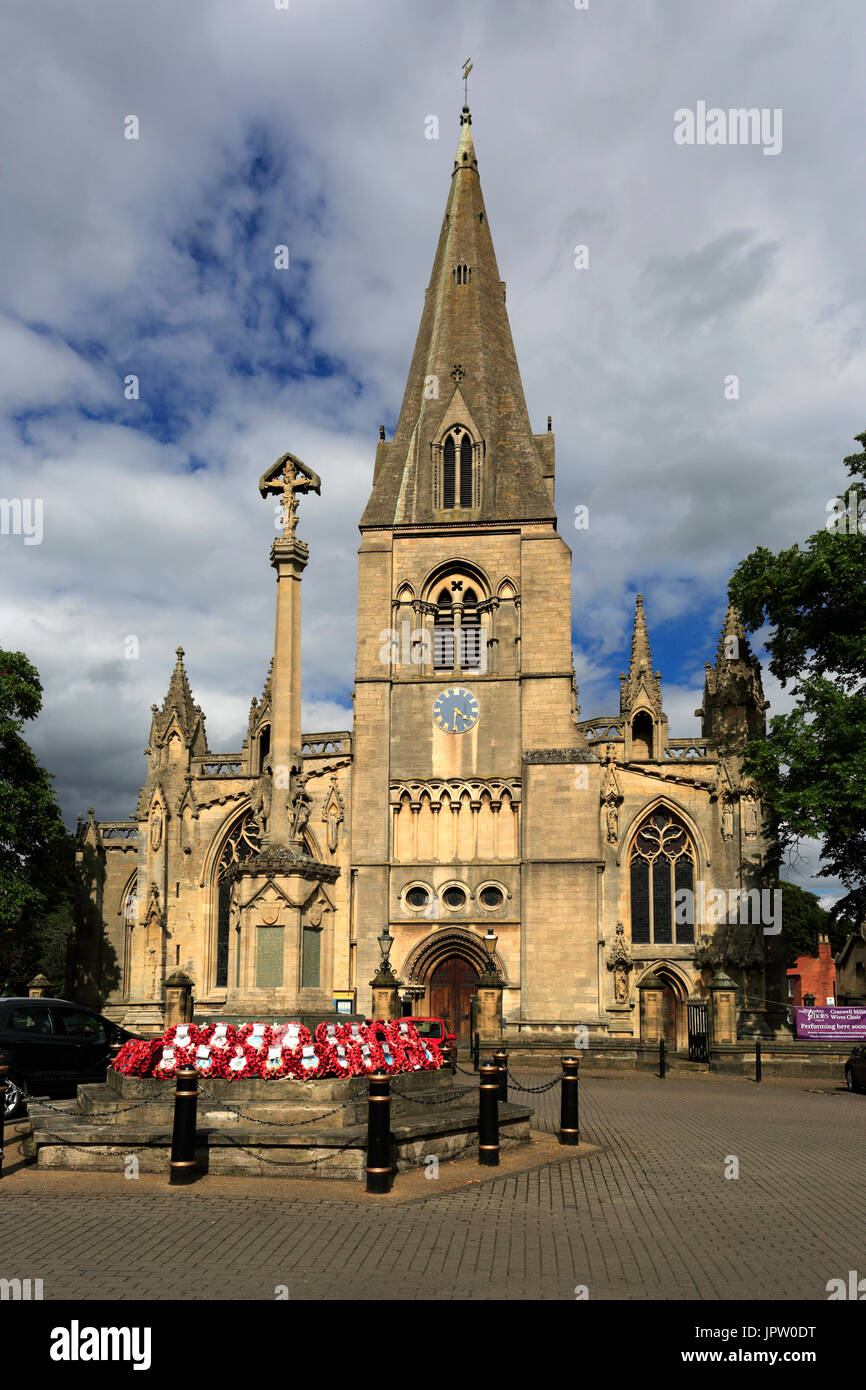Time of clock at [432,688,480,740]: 4:30
